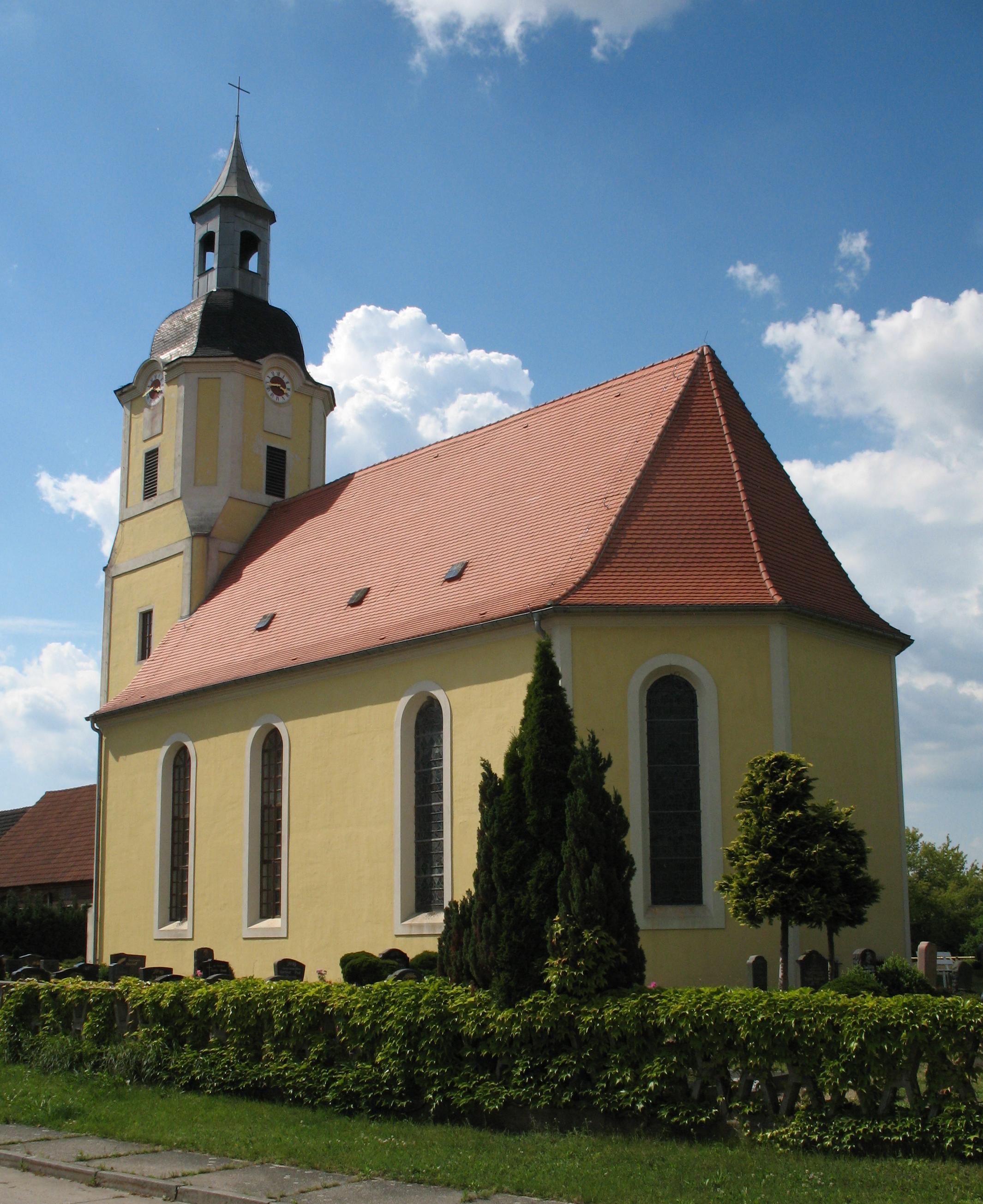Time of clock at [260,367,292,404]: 3:43
